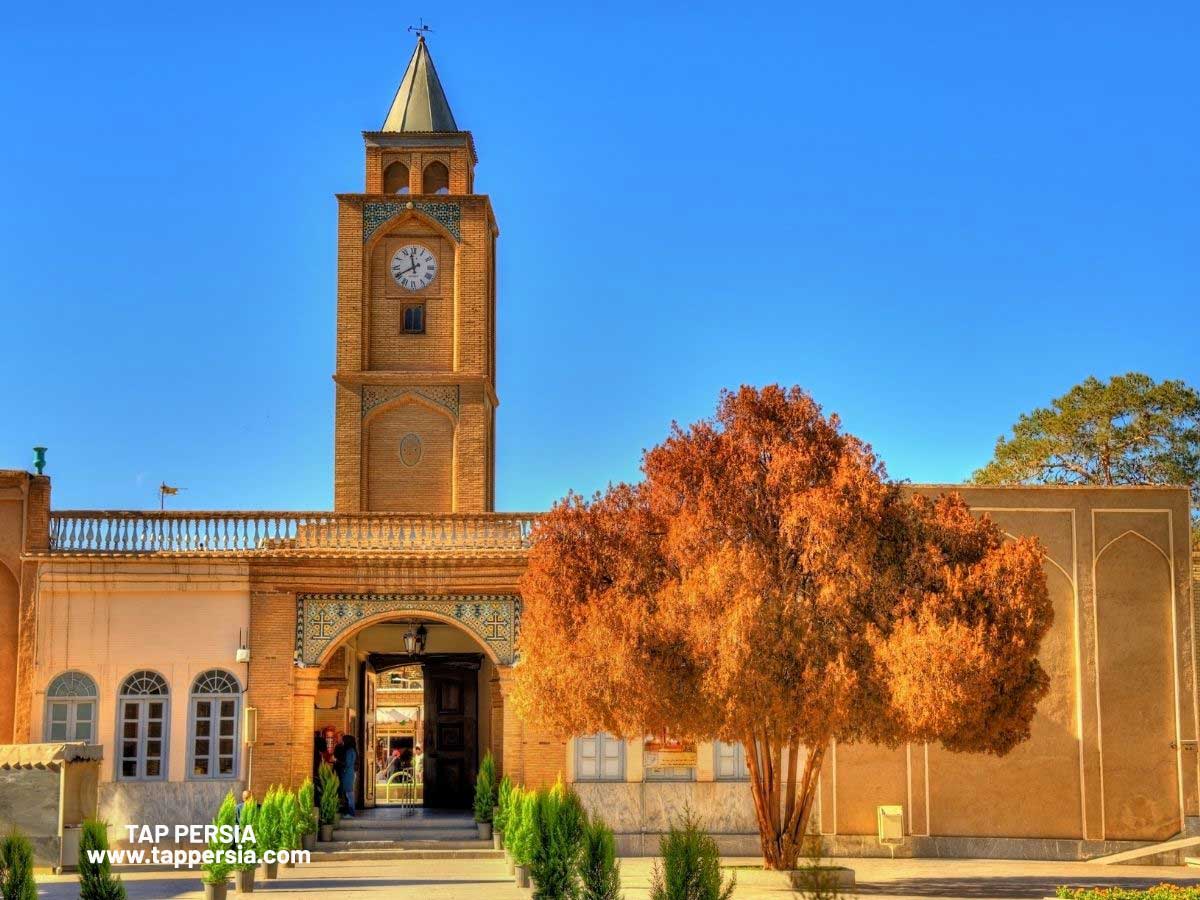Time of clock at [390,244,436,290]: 11:40
